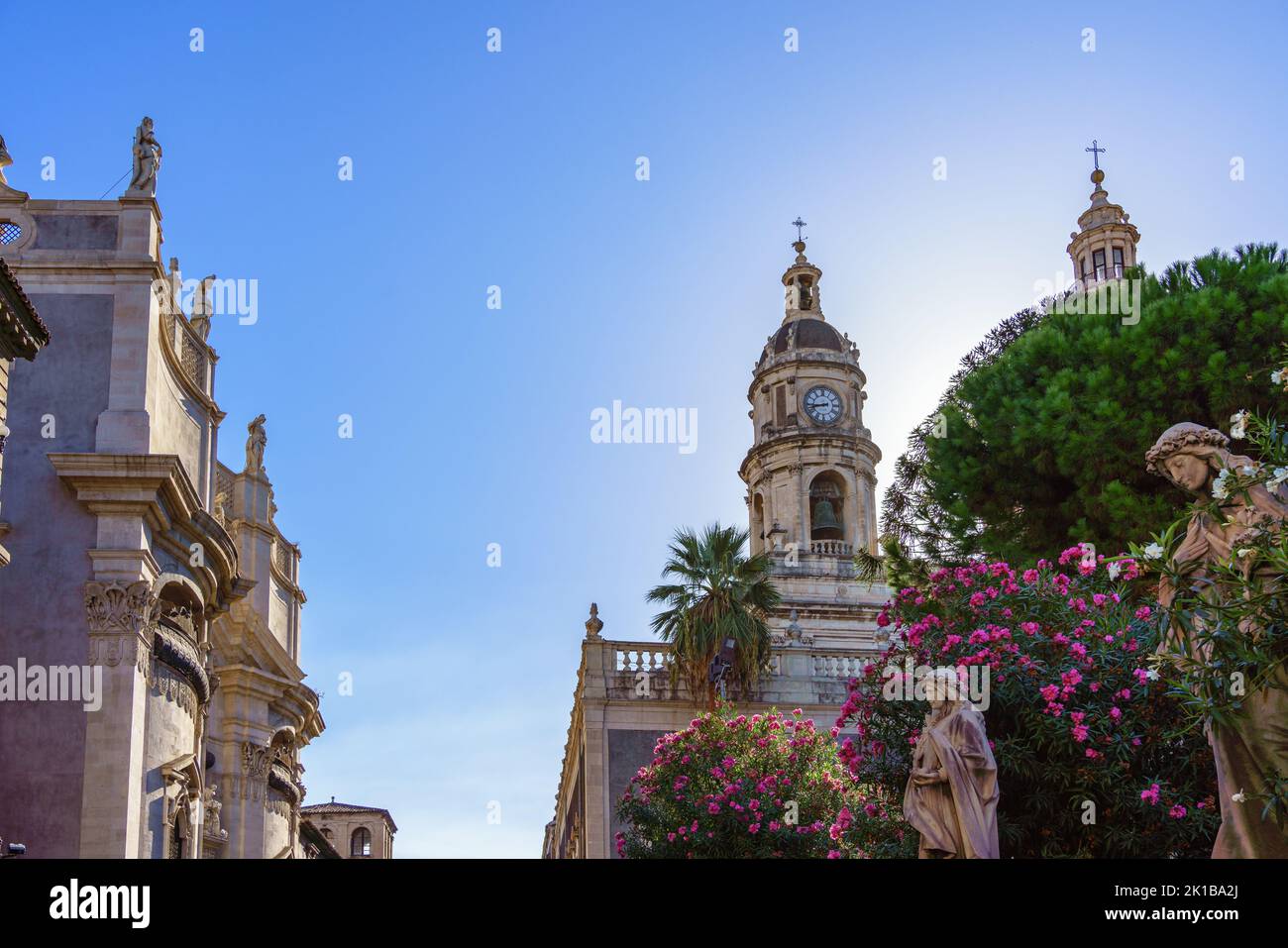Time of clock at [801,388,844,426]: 8:42
